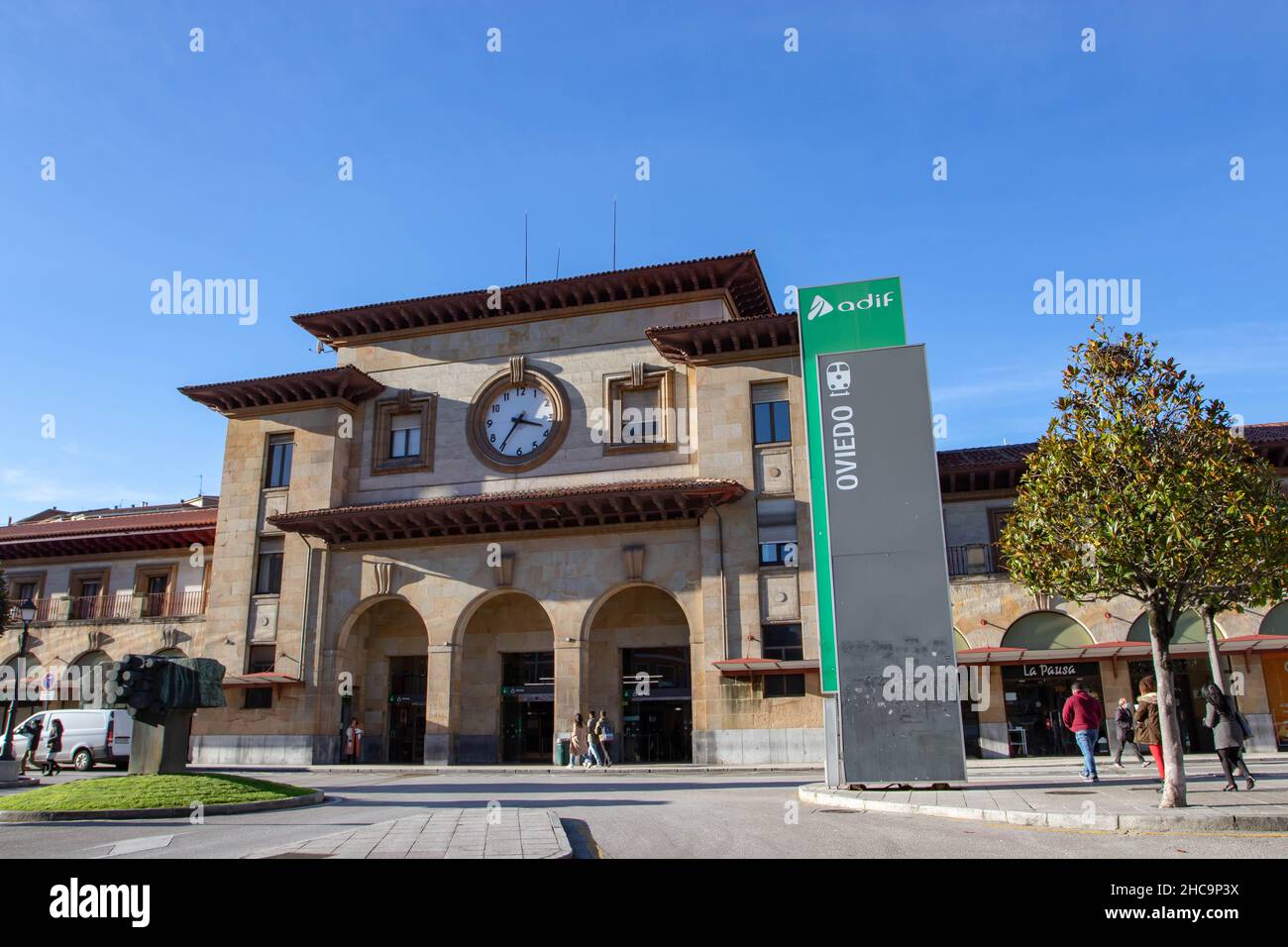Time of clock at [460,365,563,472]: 3:35
